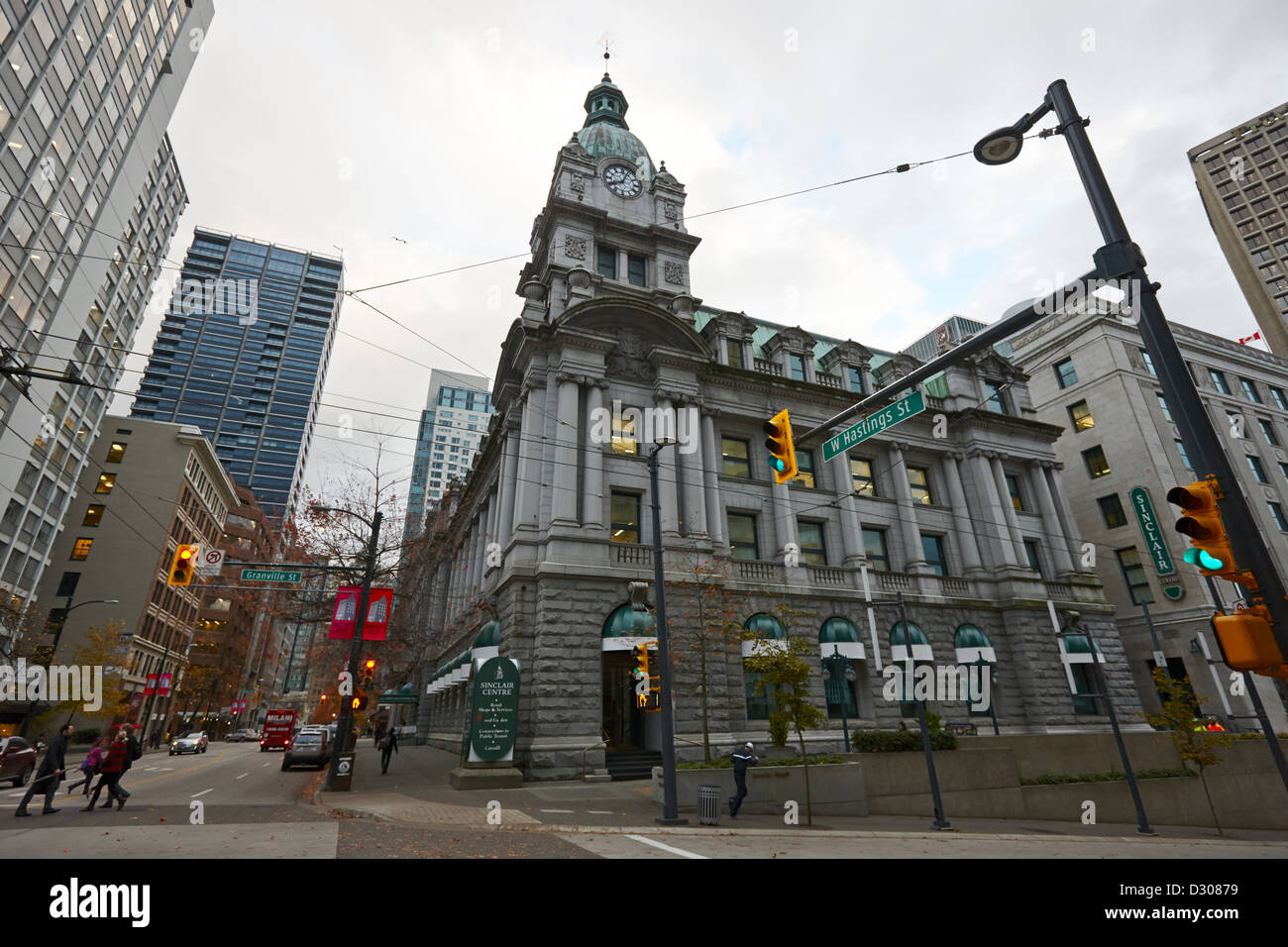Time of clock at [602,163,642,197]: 8:04
